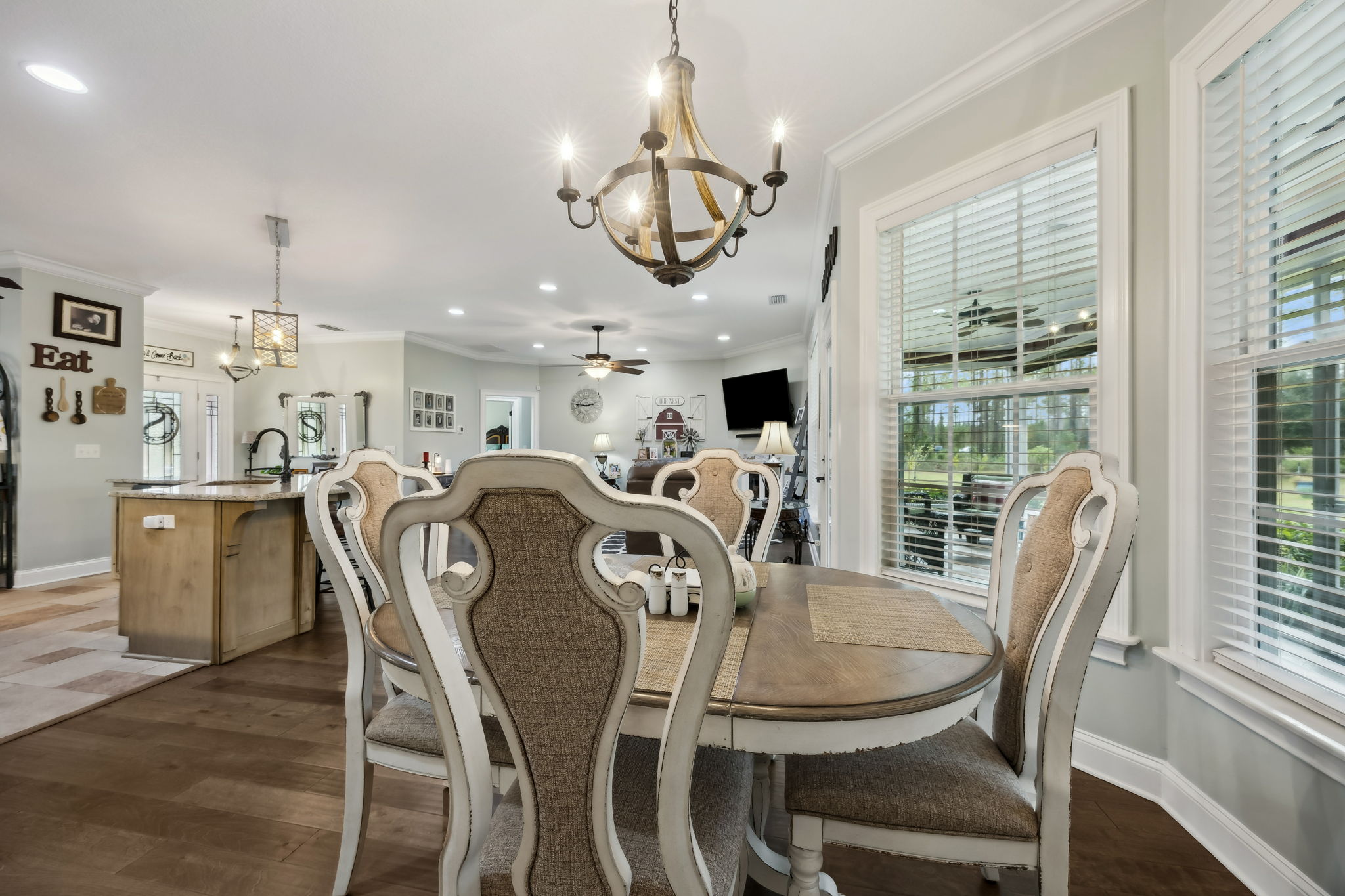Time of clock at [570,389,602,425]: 2:46
